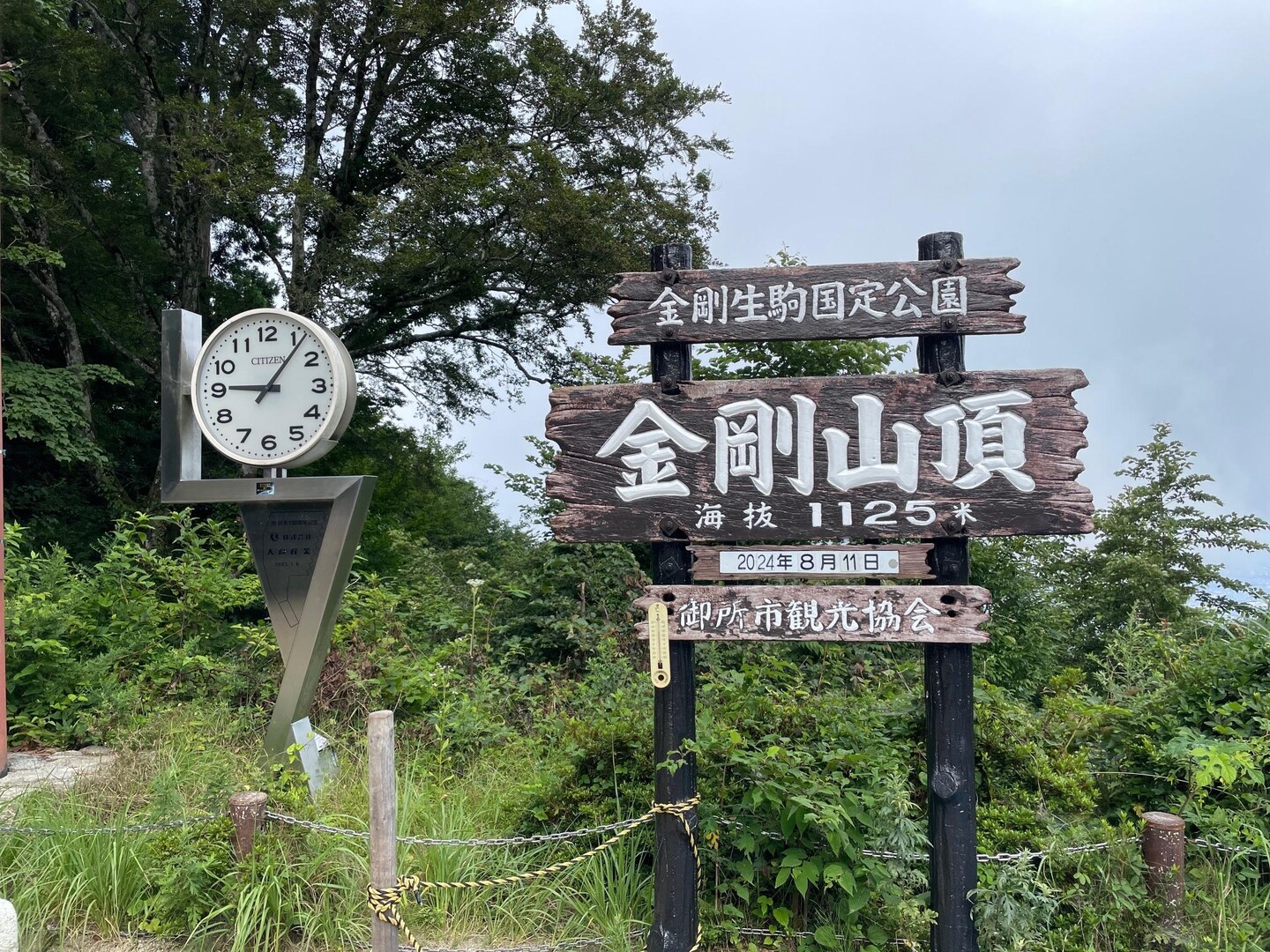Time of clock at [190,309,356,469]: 9:06
